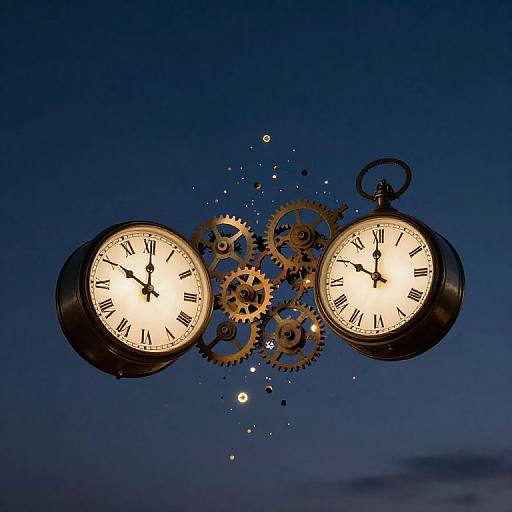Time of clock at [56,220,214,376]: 10:00
